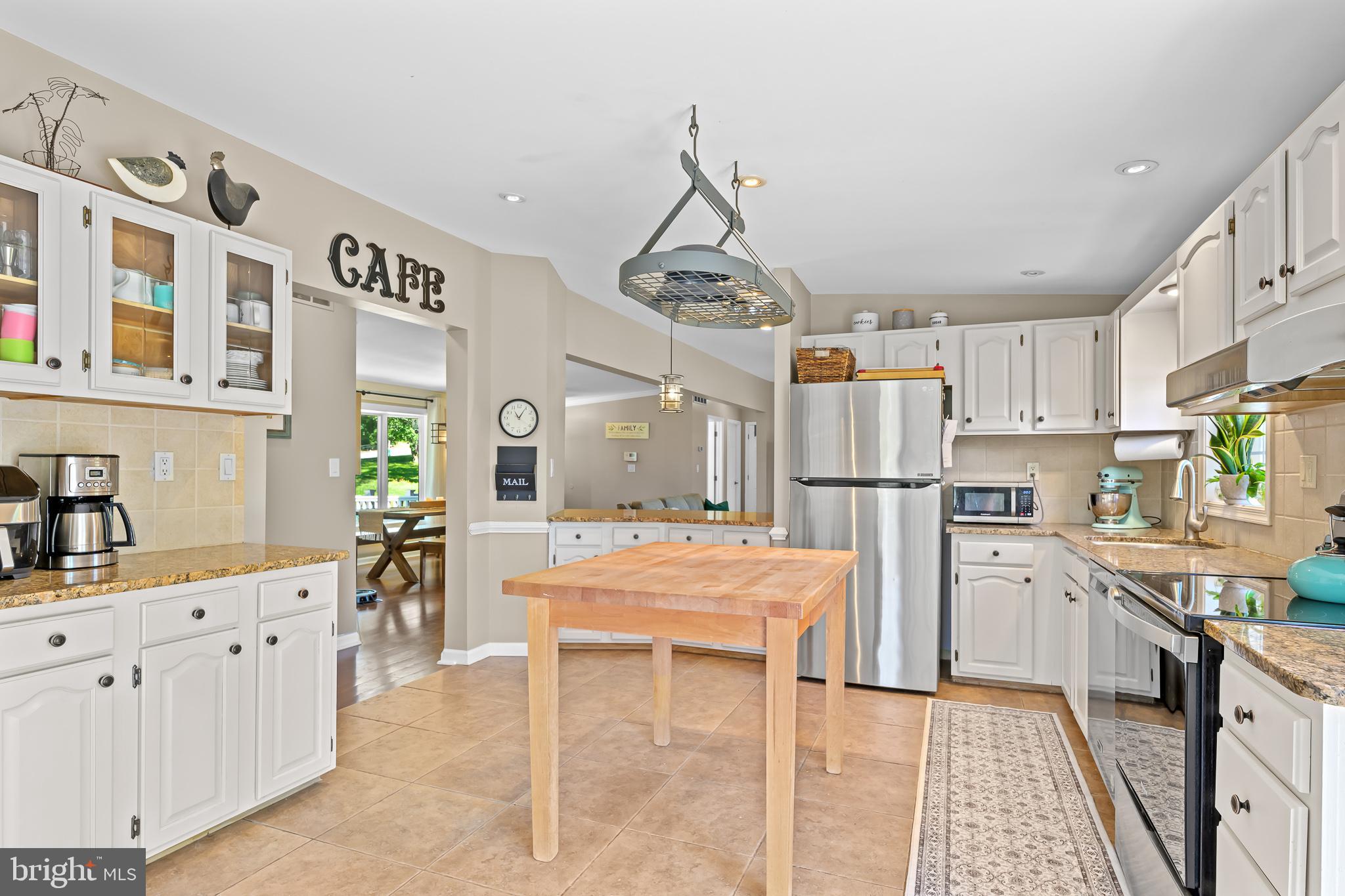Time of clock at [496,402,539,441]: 11:05
